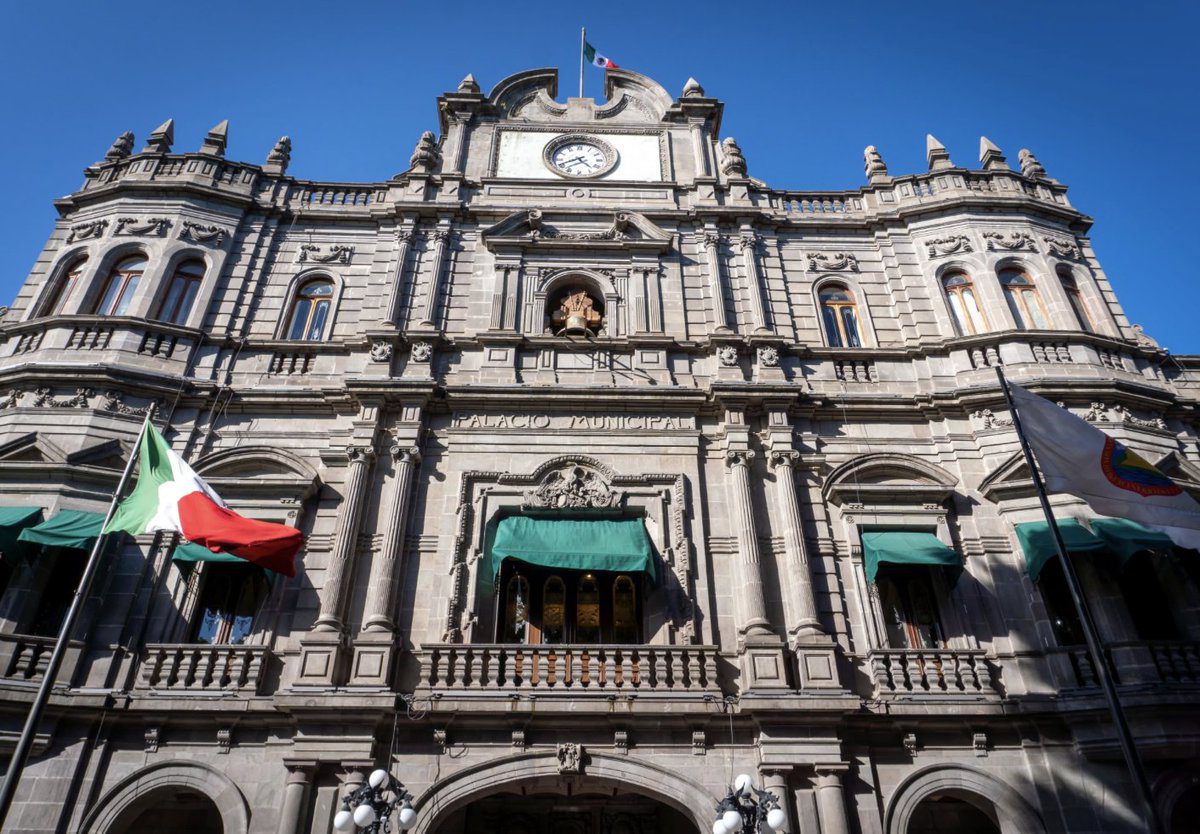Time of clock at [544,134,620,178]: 4:40
